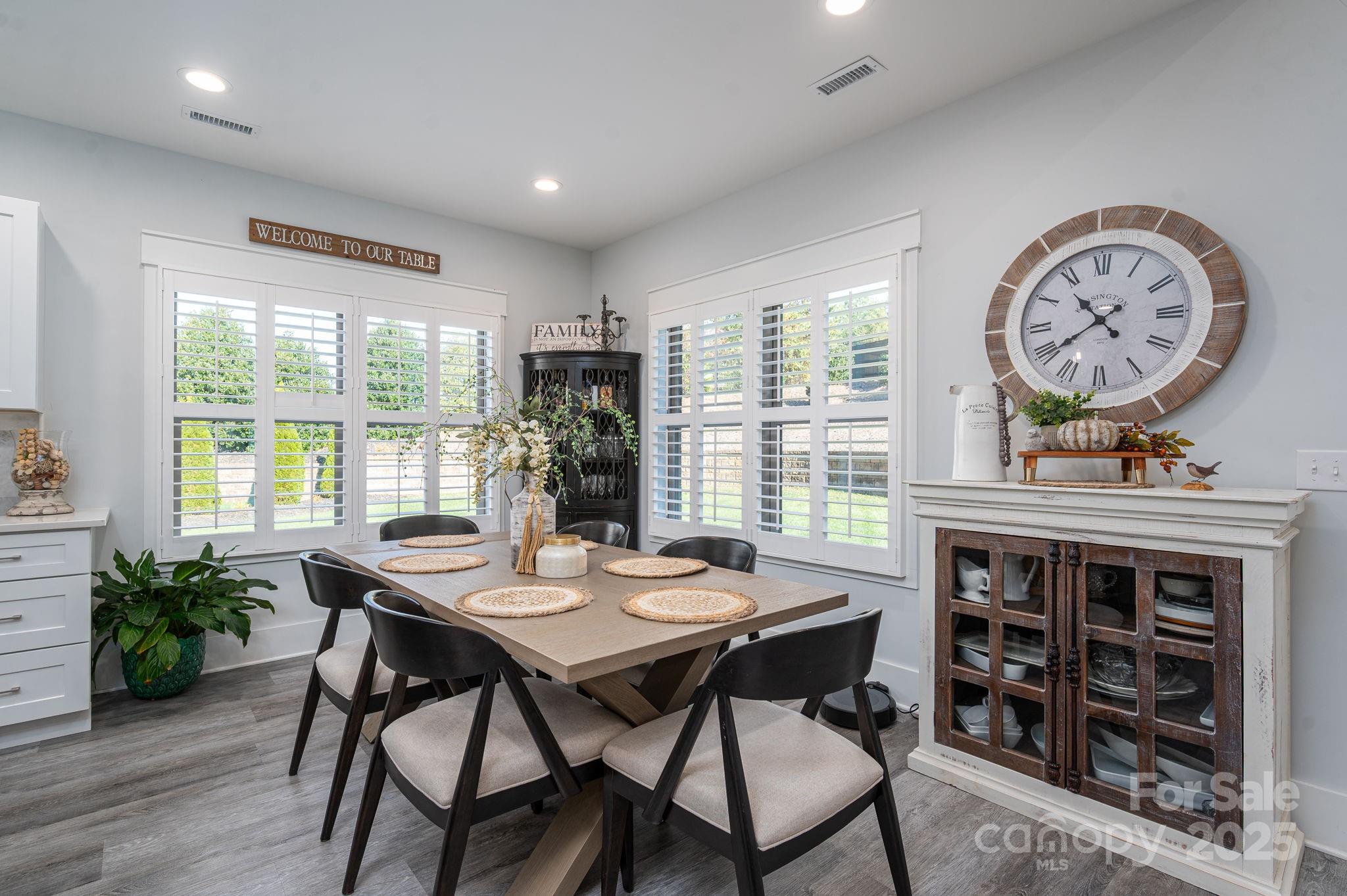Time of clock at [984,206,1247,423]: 10:39
